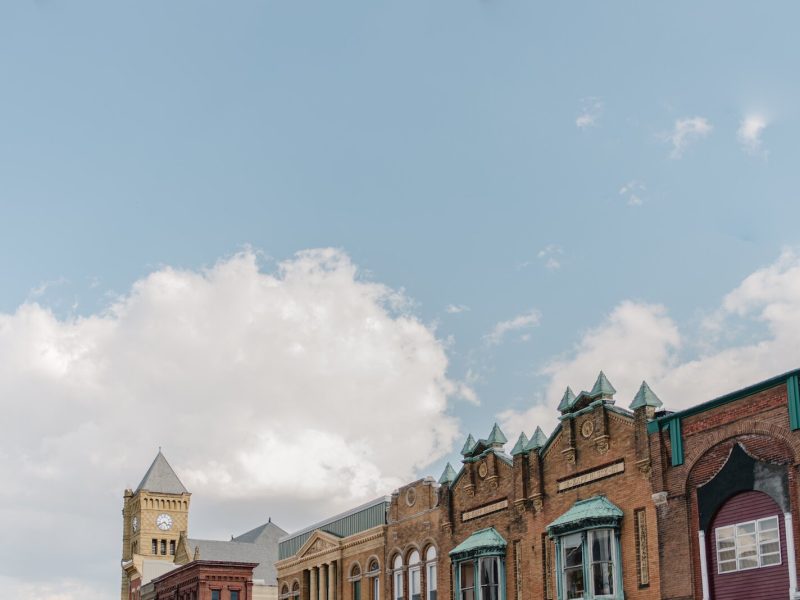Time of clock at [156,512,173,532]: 4:40
